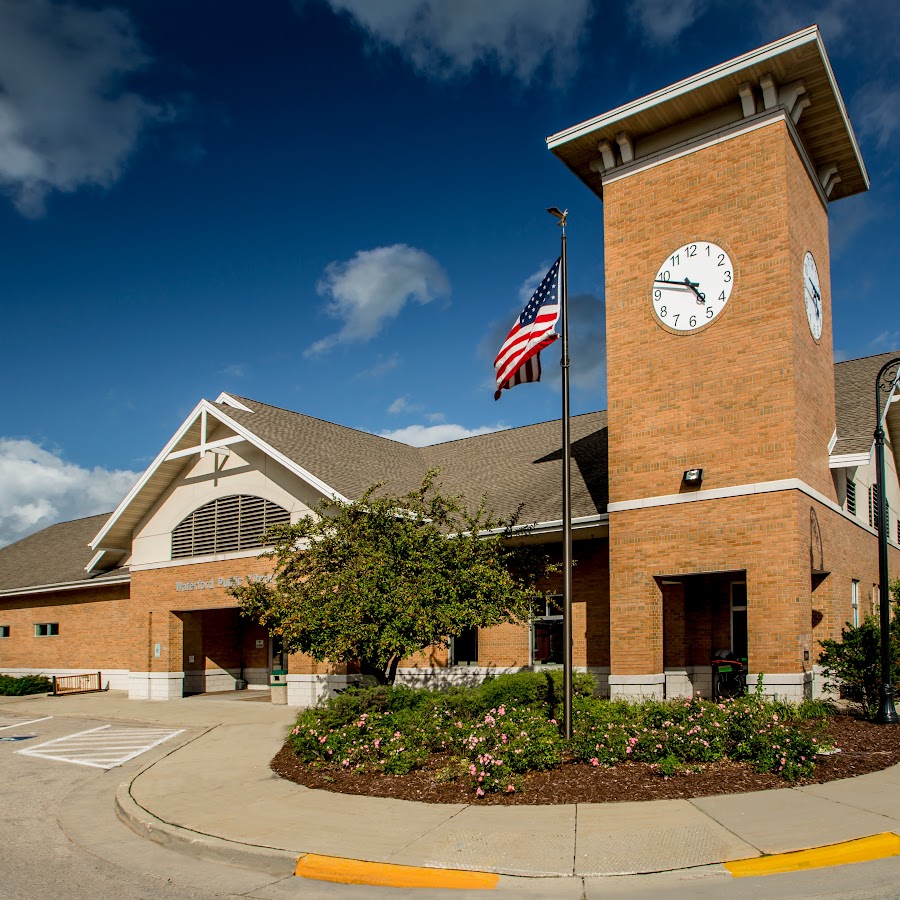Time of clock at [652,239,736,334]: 4:48
